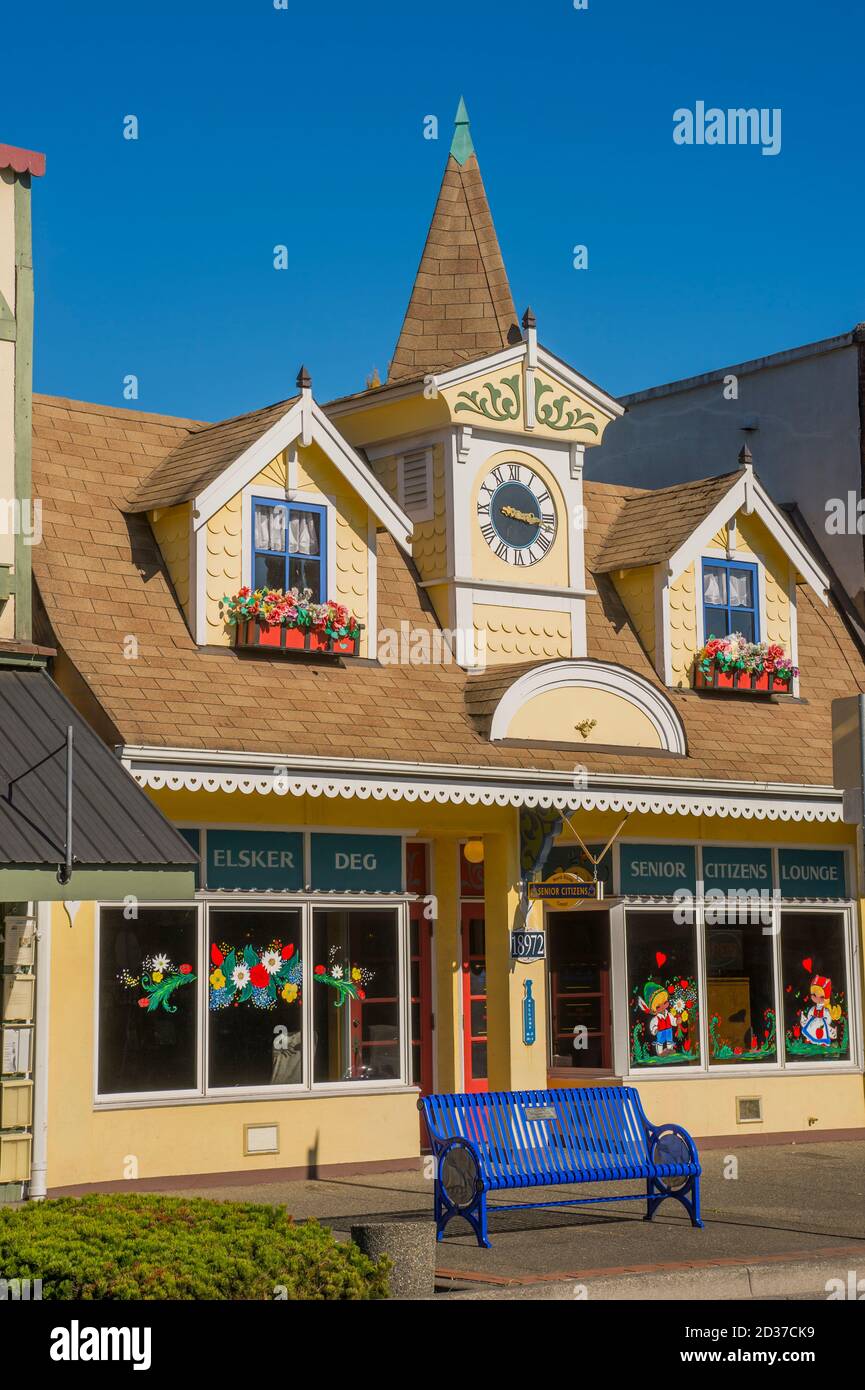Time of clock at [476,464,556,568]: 3:16
